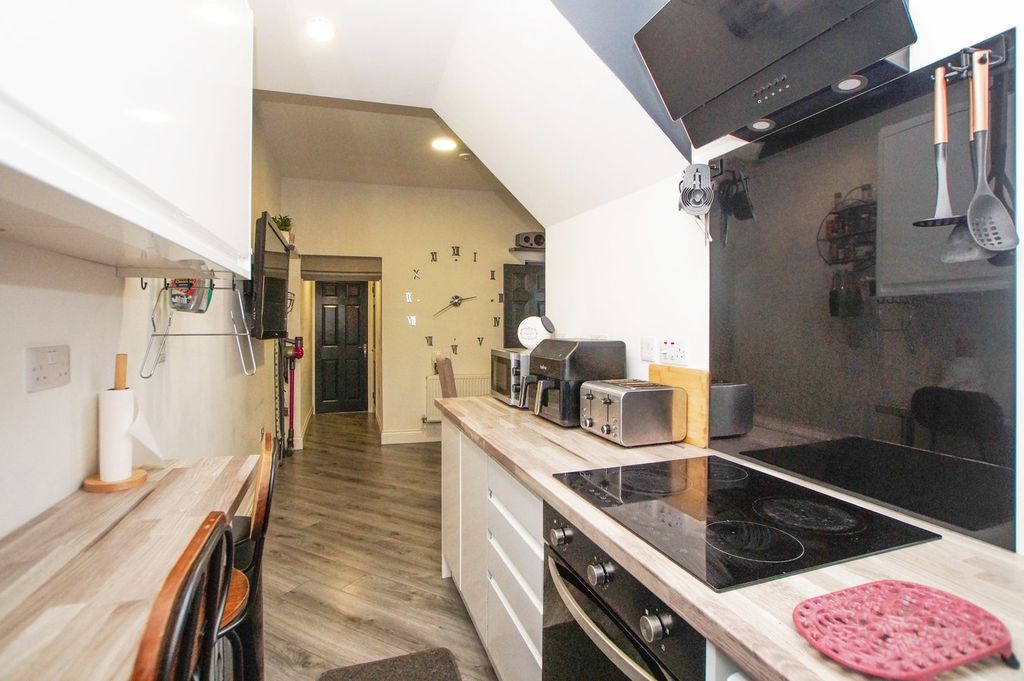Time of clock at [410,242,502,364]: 2:39
